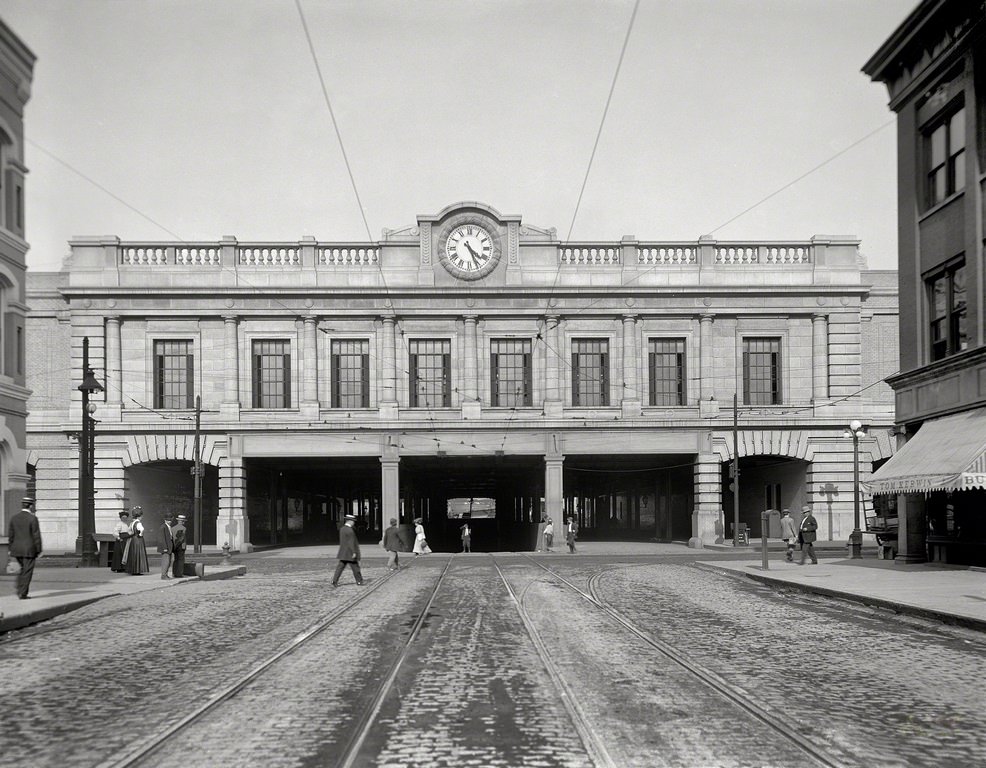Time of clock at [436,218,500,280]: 4:26
